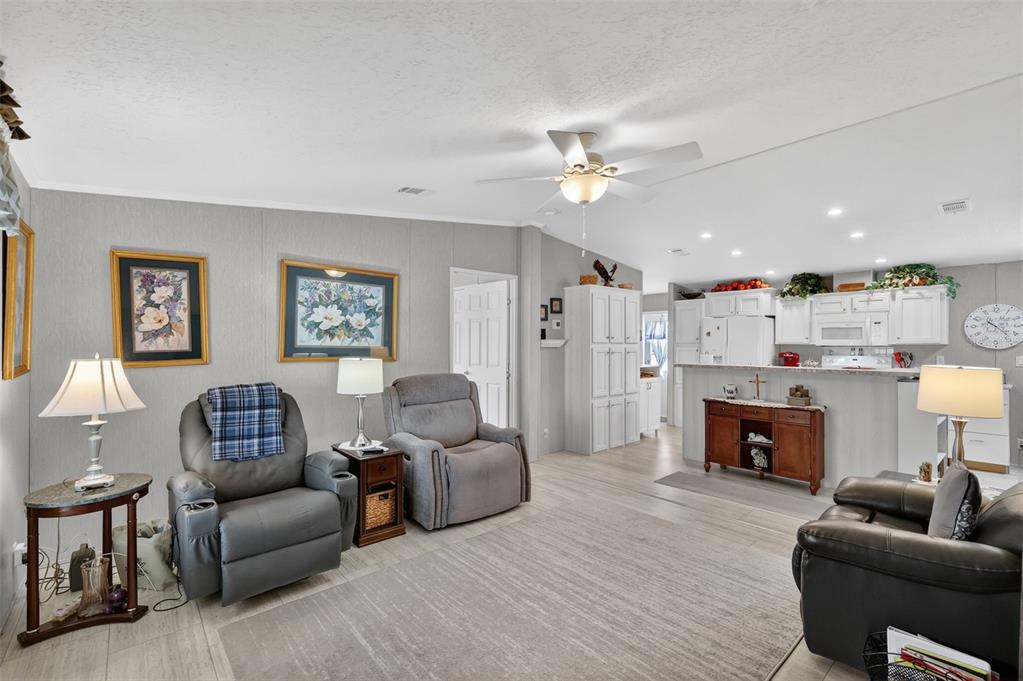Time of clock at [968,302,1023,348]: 10:22
